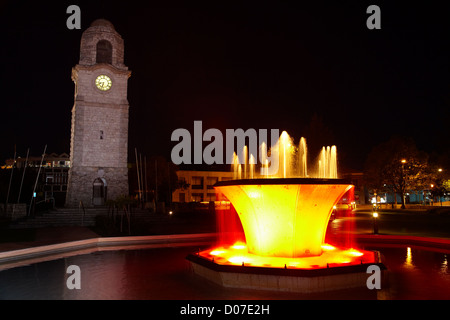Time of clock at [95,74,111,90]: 8:32
